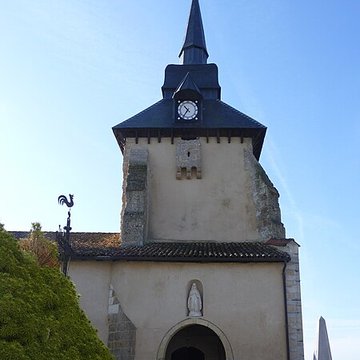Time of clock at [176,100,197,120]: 10:36
